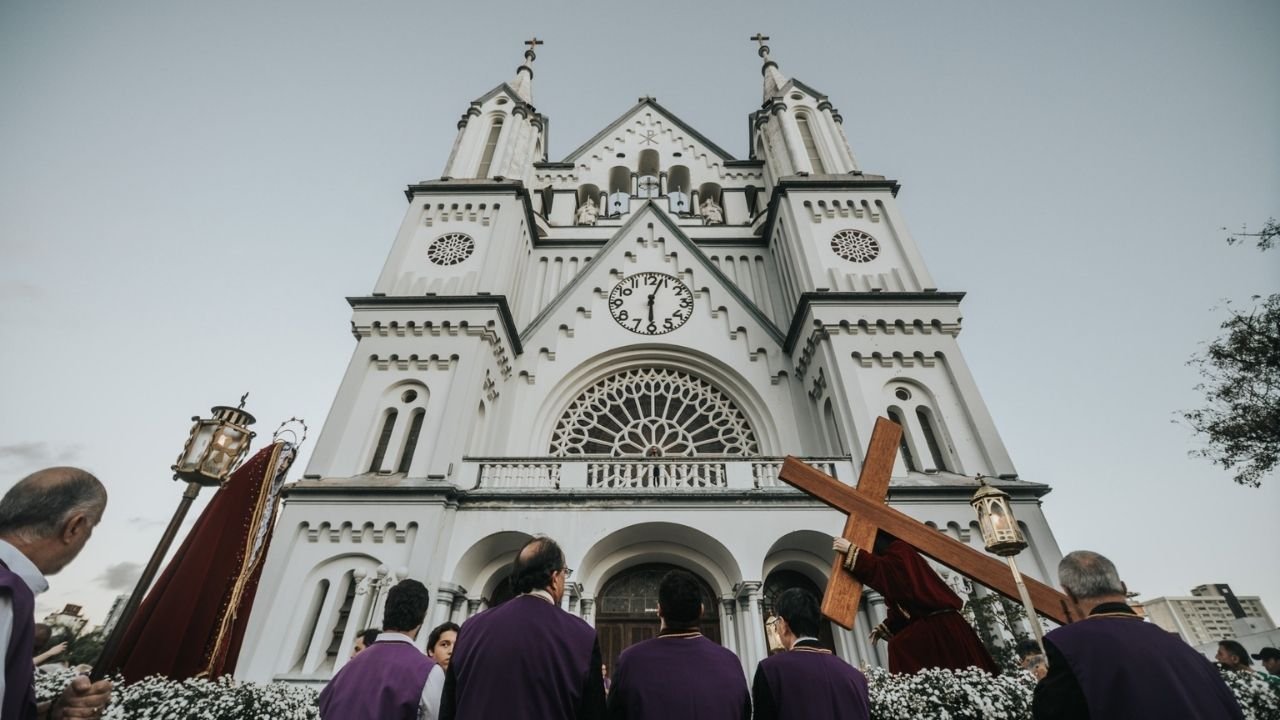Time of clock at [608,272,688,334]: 6:03
